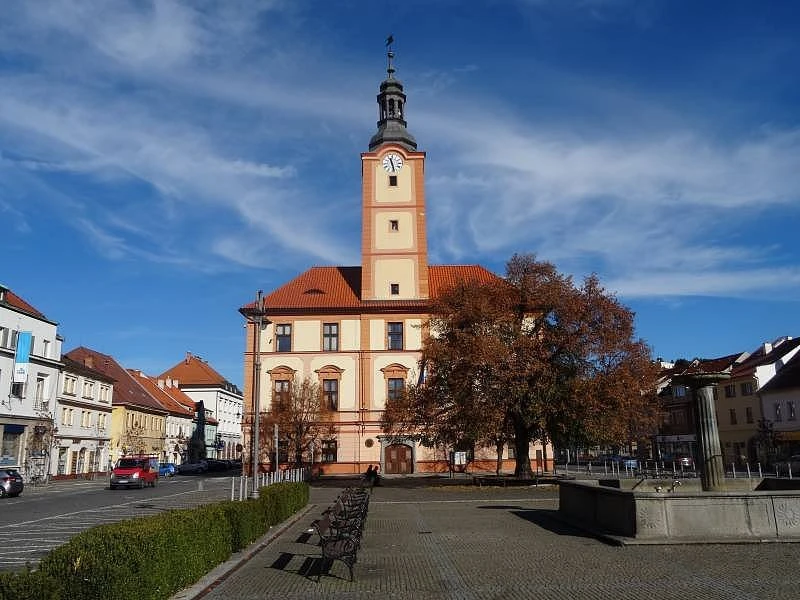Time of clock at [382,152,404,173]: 11:28
